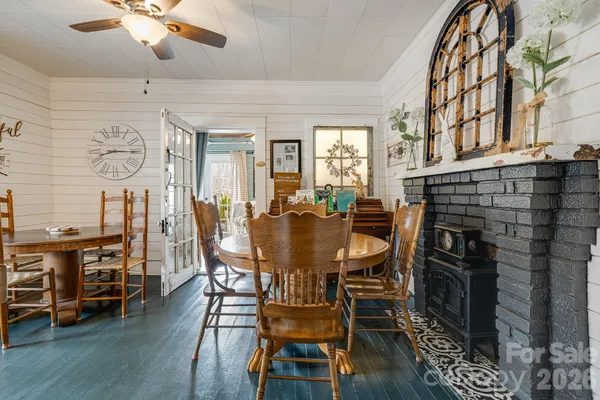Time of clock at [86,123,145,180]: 8:14
